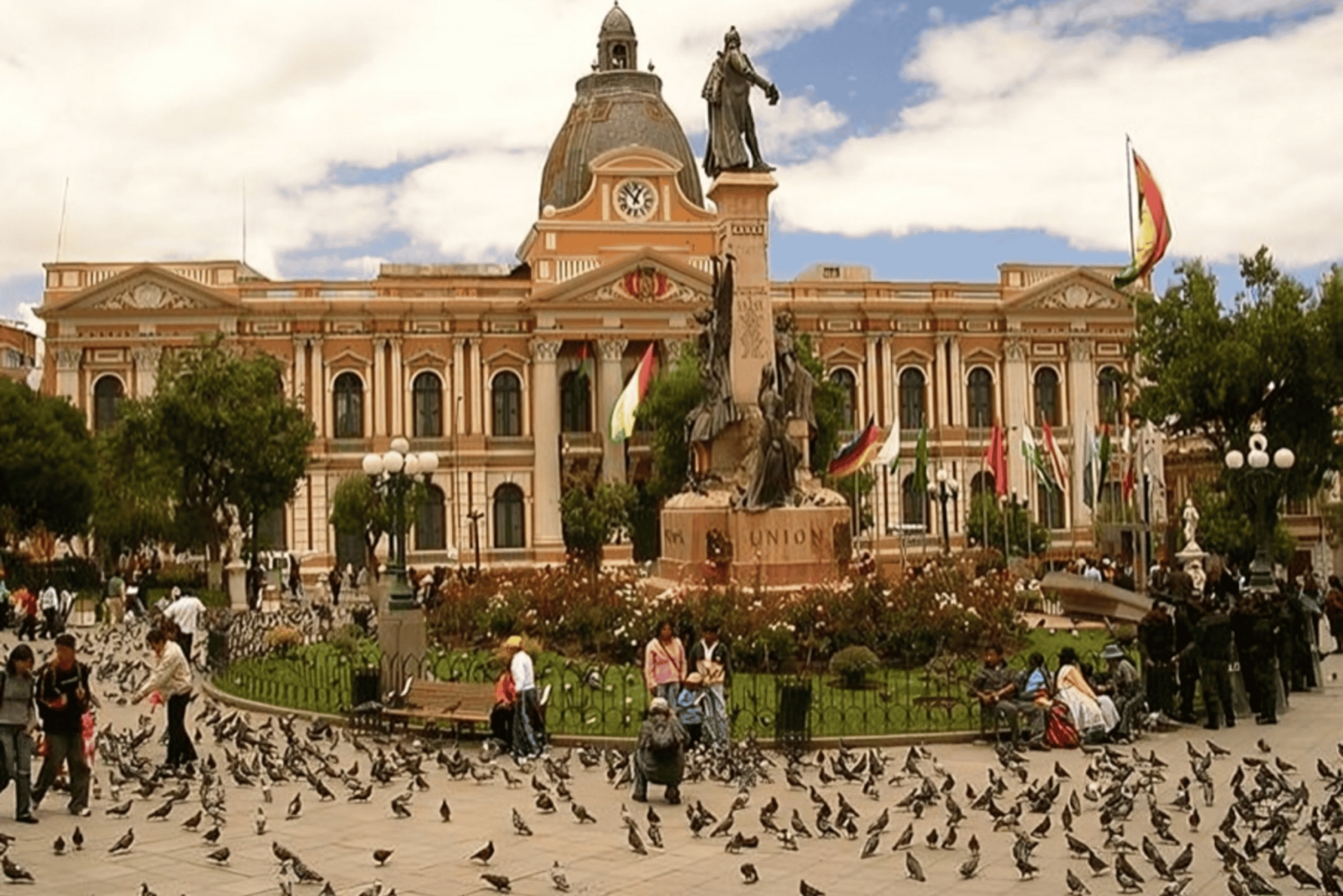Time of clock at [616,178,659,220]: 12:53
